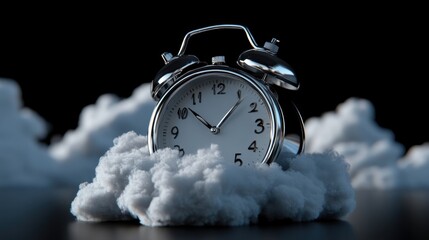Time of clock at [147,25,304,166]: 12:52
